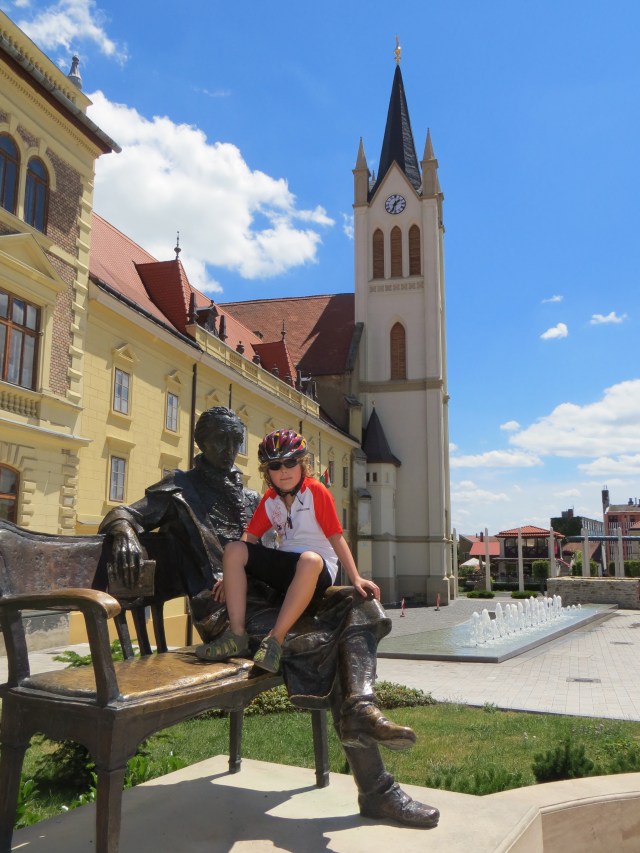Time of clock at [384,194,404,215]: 1:33
